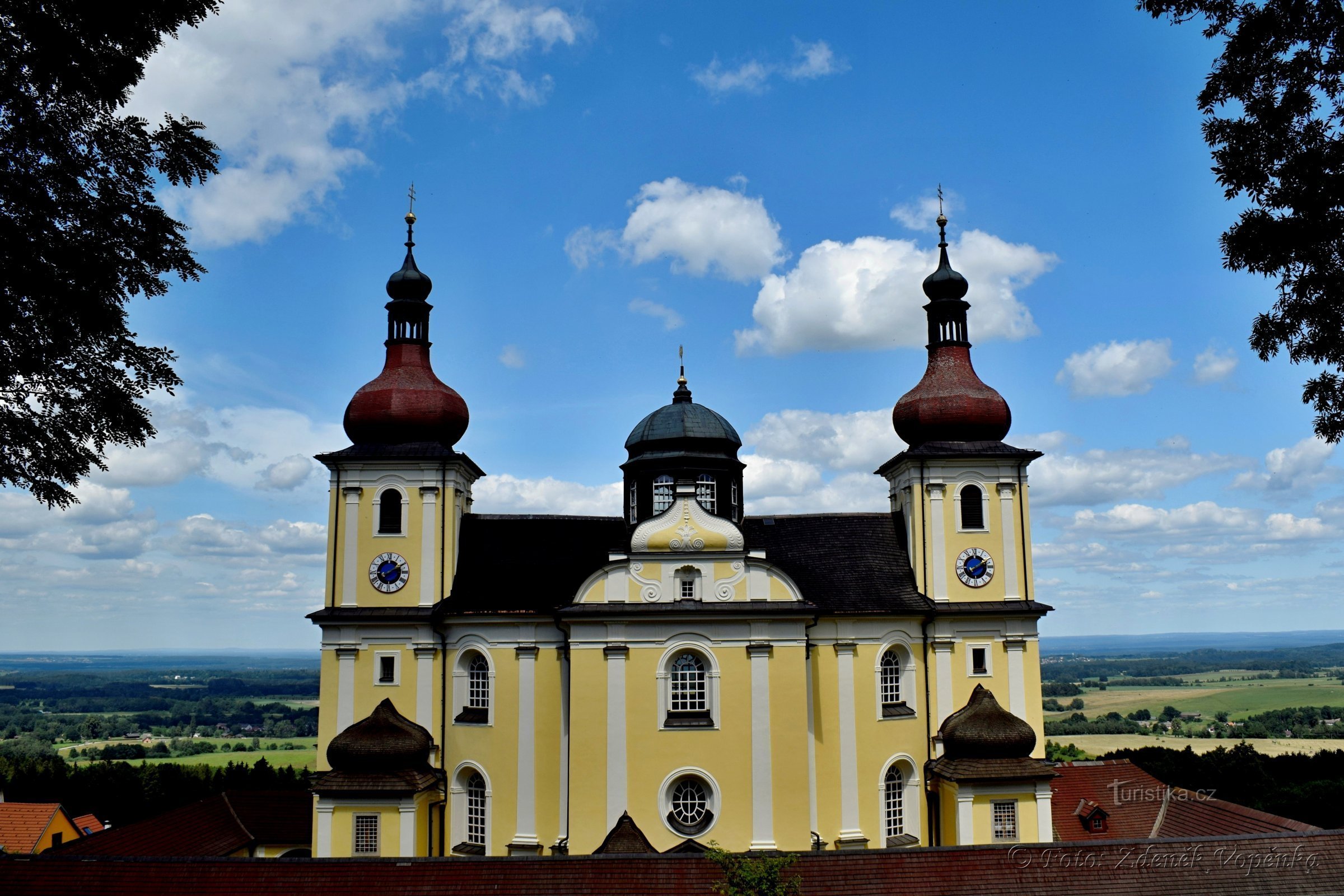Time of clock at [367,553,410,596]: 8:09
